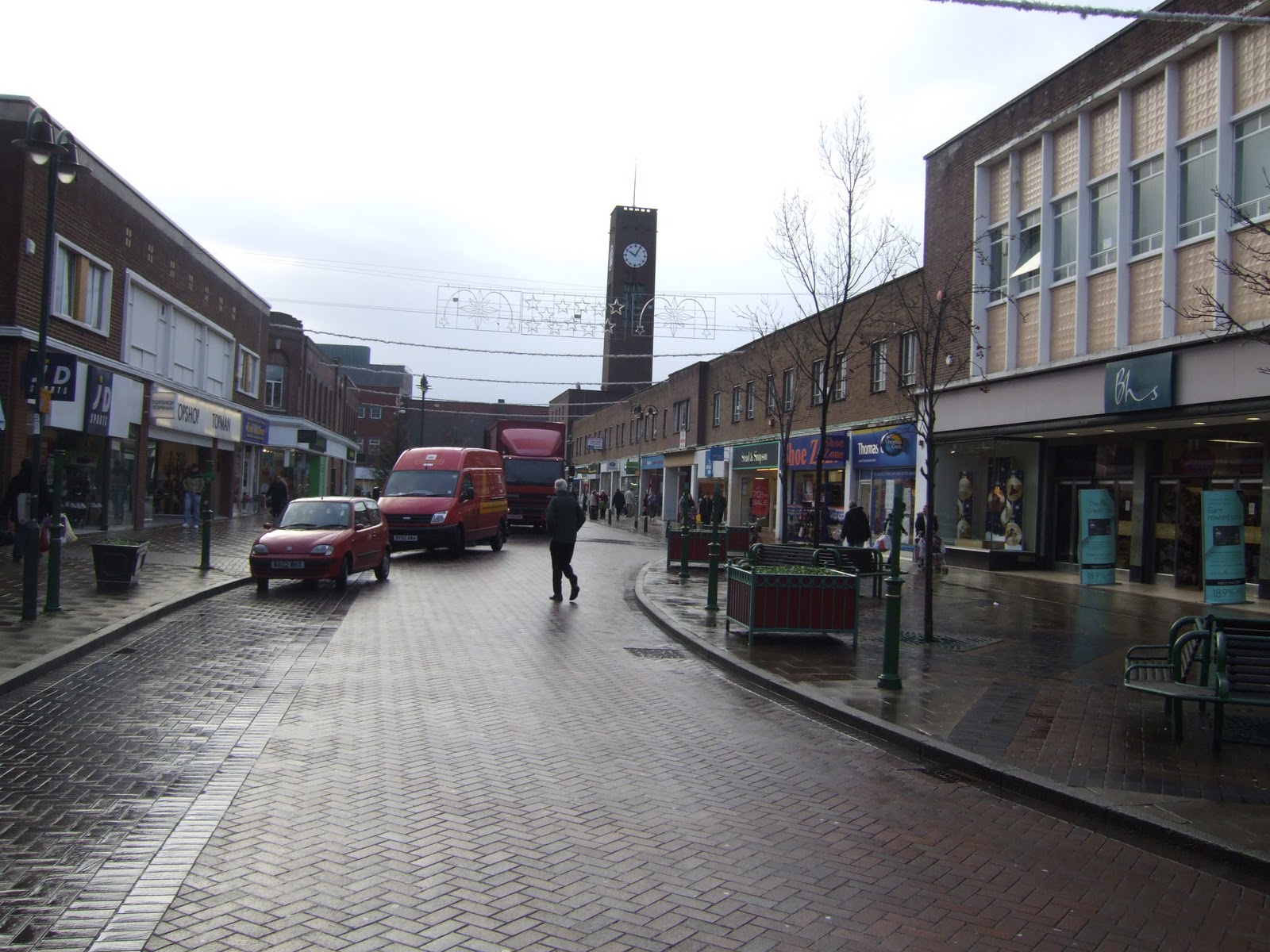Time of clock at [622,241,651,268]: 10:04
